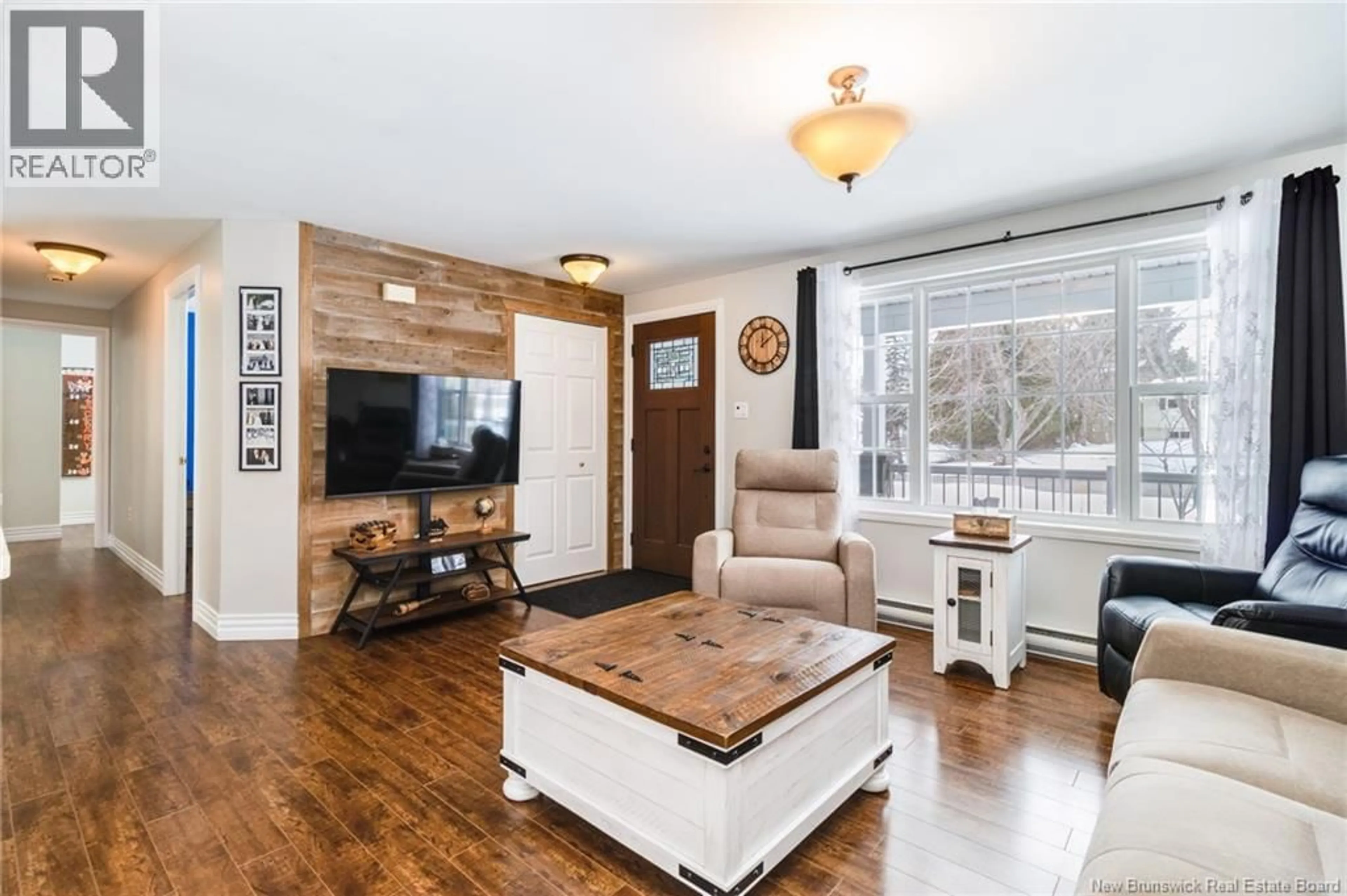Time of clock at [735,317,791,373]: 12:08
